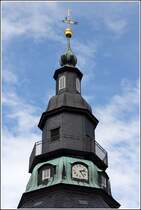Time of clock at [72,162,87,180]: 2:23
